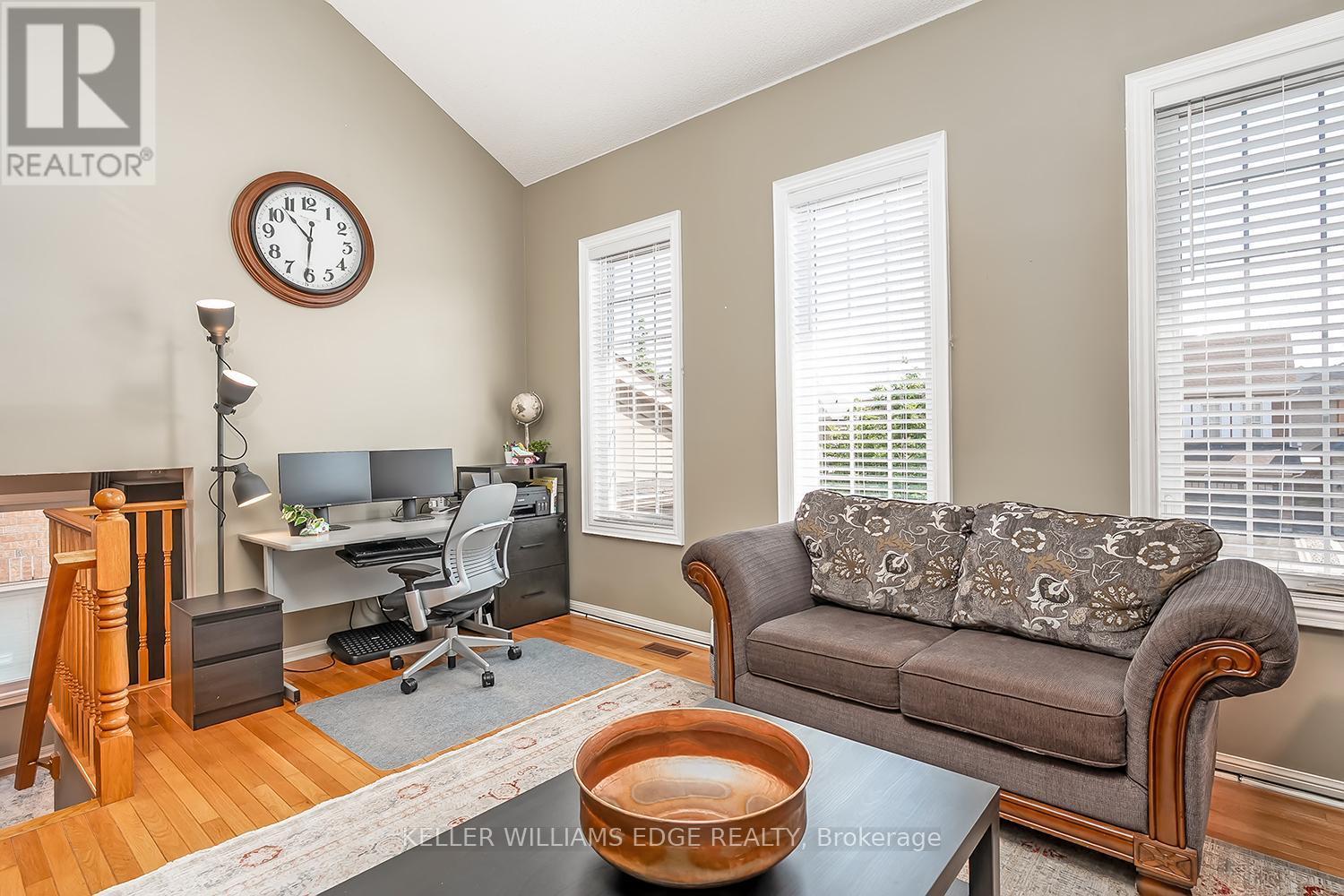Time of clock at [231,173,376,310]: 10:30
